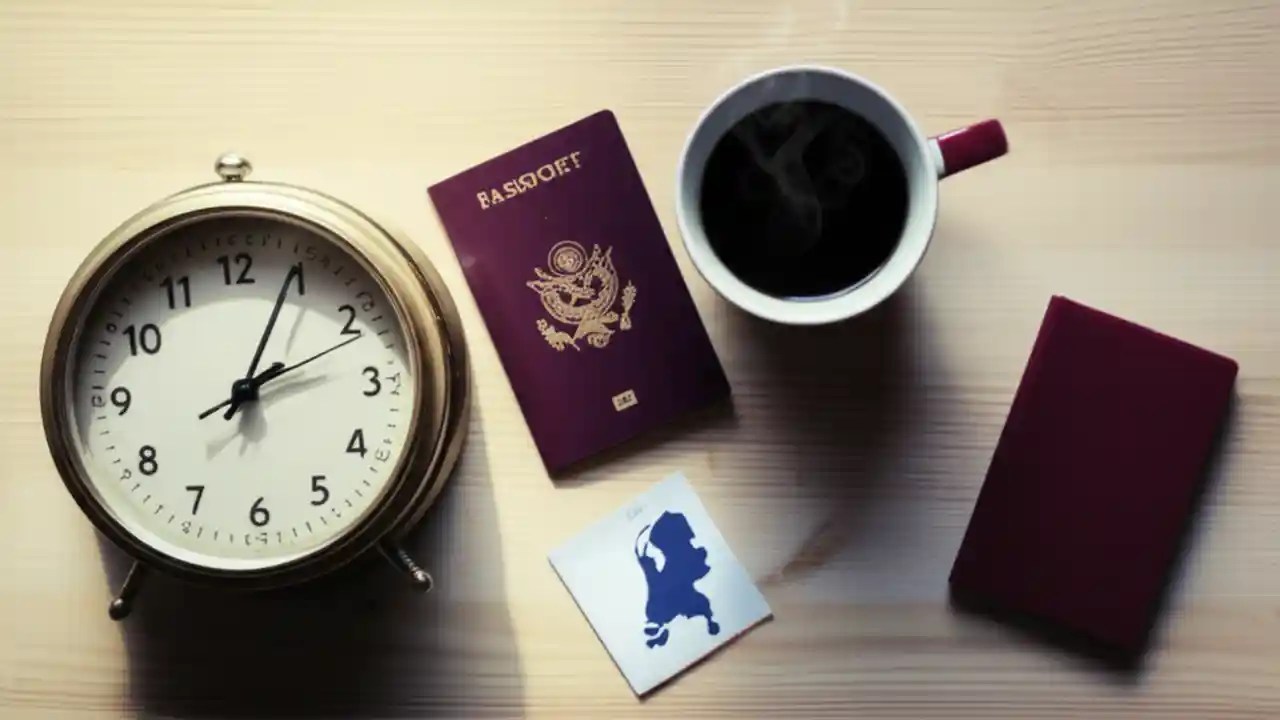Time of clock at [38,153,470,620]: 2:04
